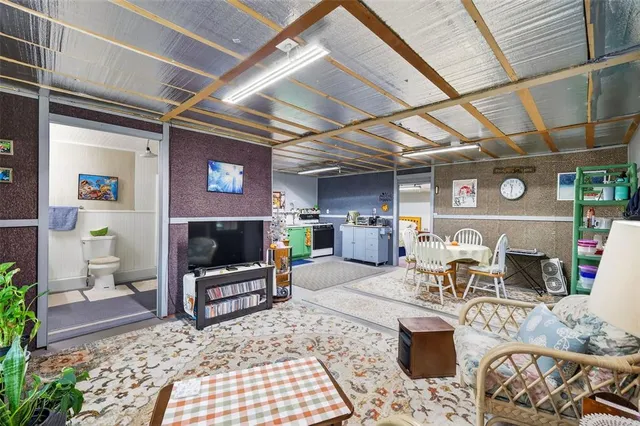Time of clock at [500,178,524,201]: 11:31
